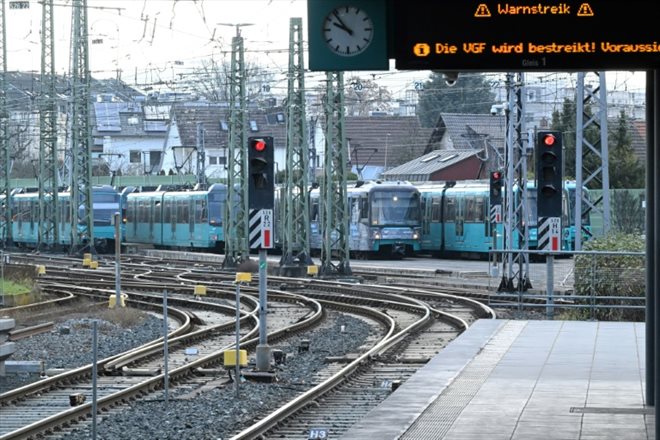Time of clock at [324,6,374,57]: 9:53
